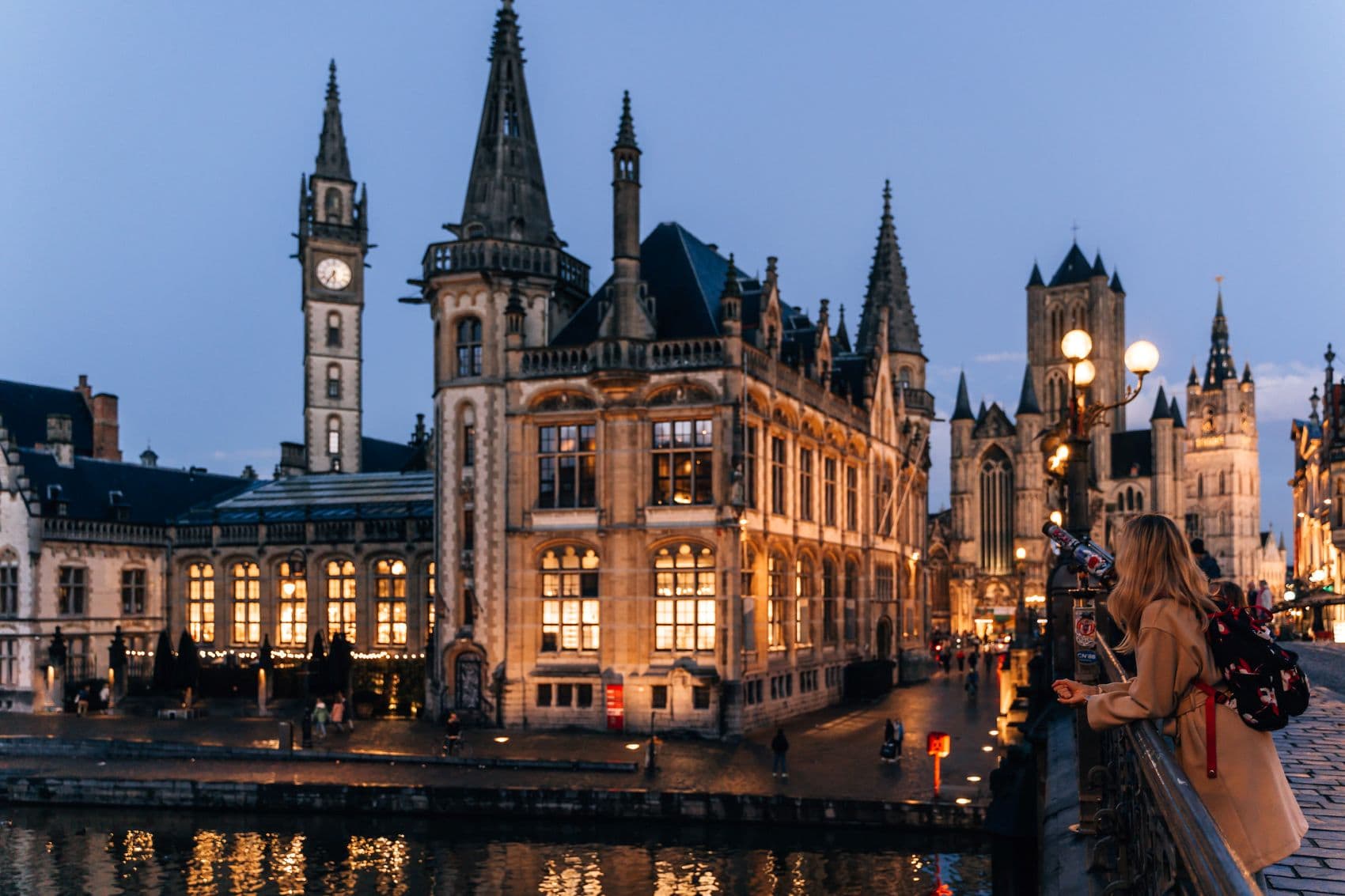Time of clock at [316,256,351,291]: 5:35
